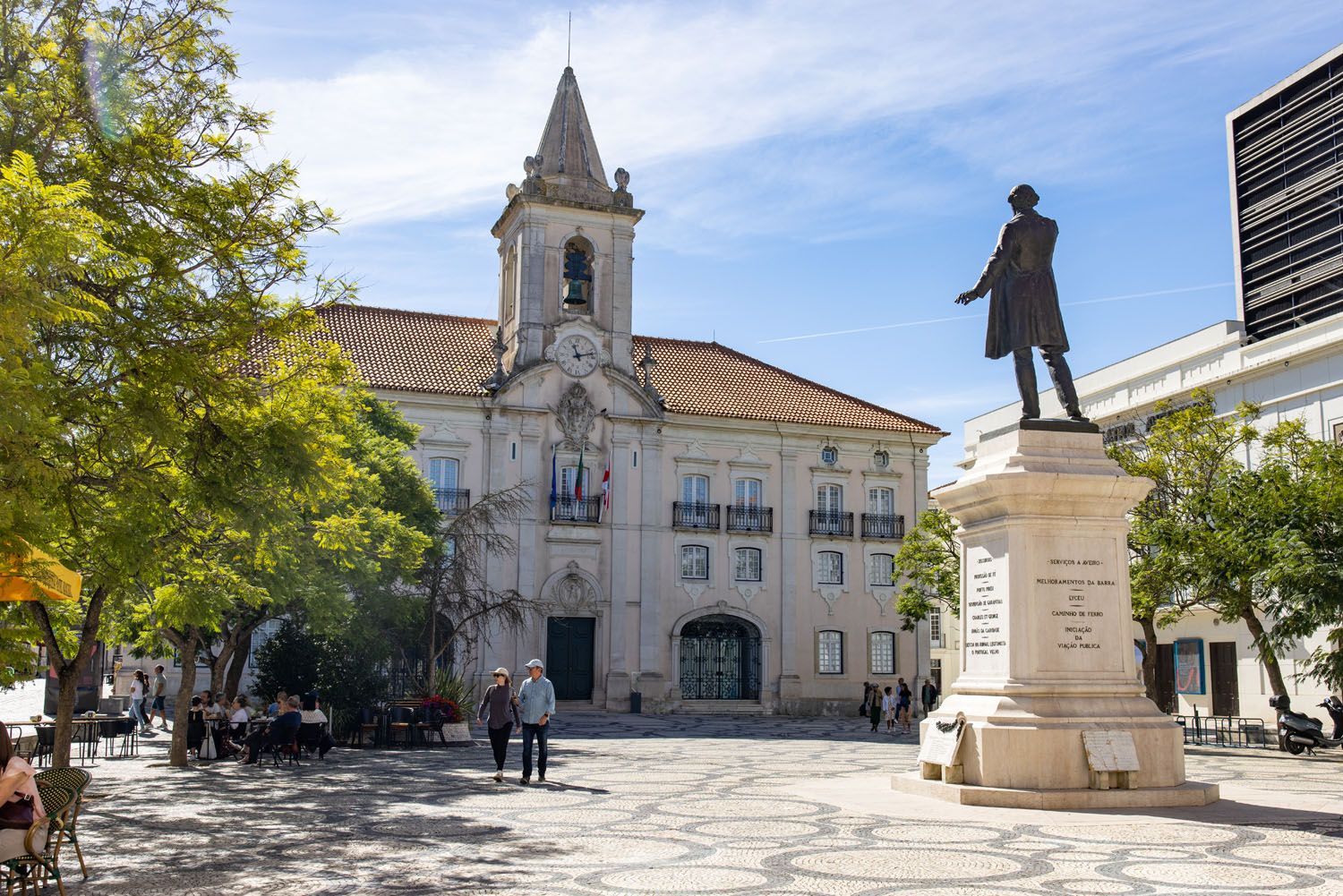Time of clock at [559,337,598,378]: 11:12
